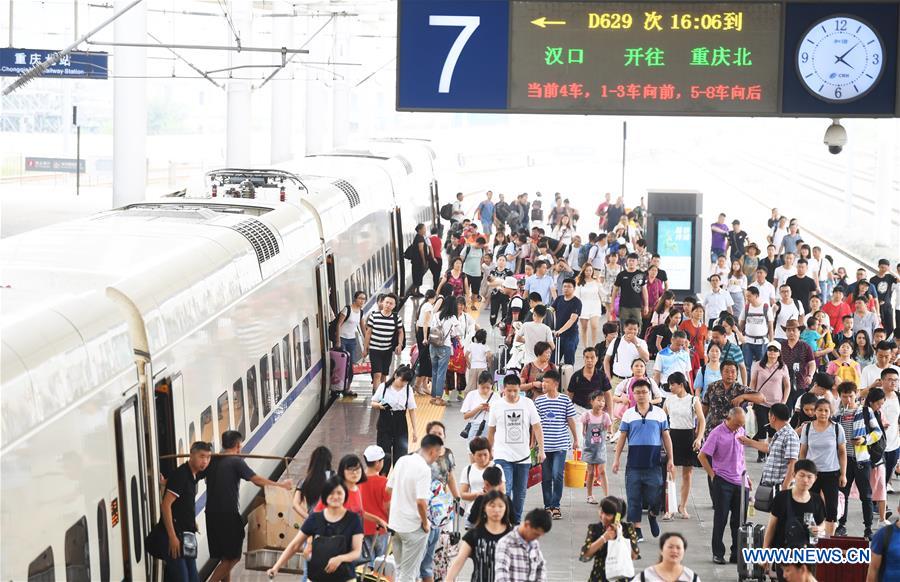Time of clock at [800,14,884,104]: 4:07
